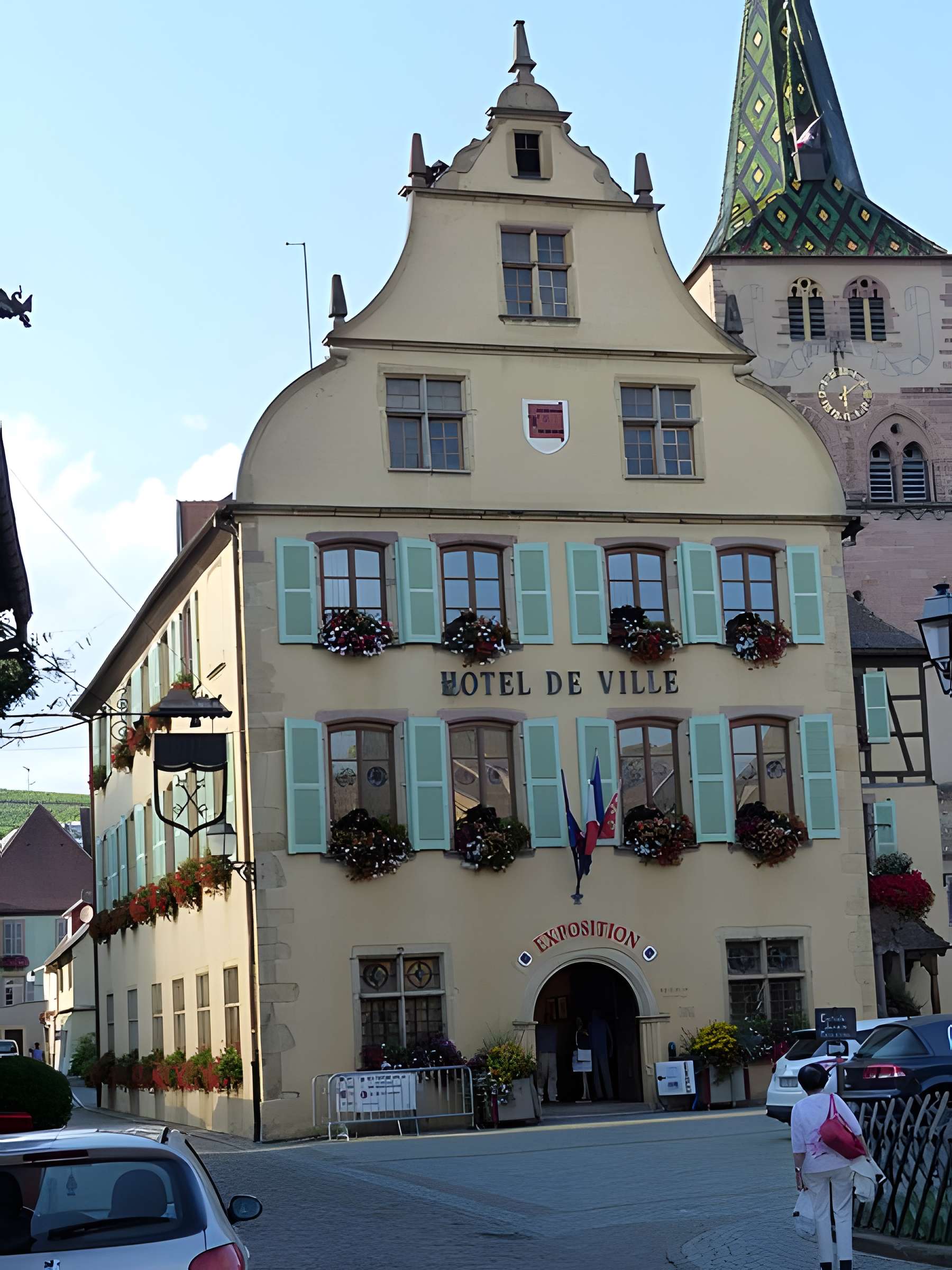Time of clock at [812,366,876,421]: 12:08
